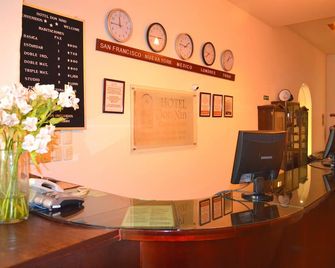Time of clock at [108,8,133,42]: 11:45
